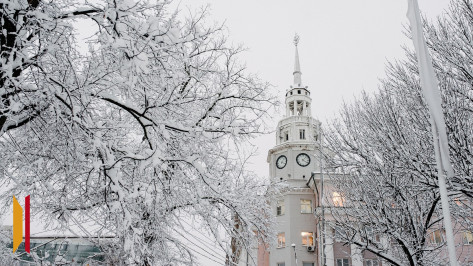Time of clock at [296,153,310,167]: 4:07
